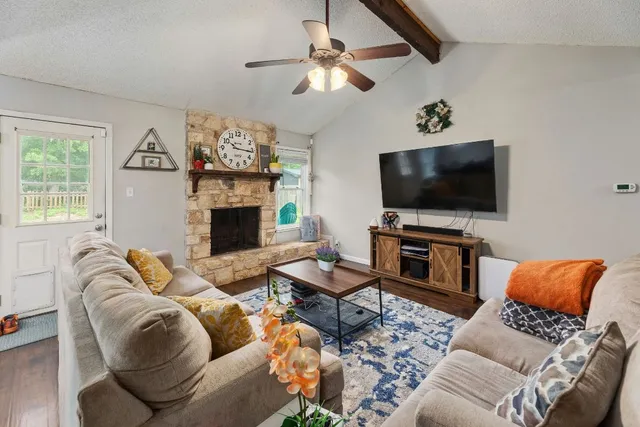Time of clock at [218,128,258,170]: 10:16
